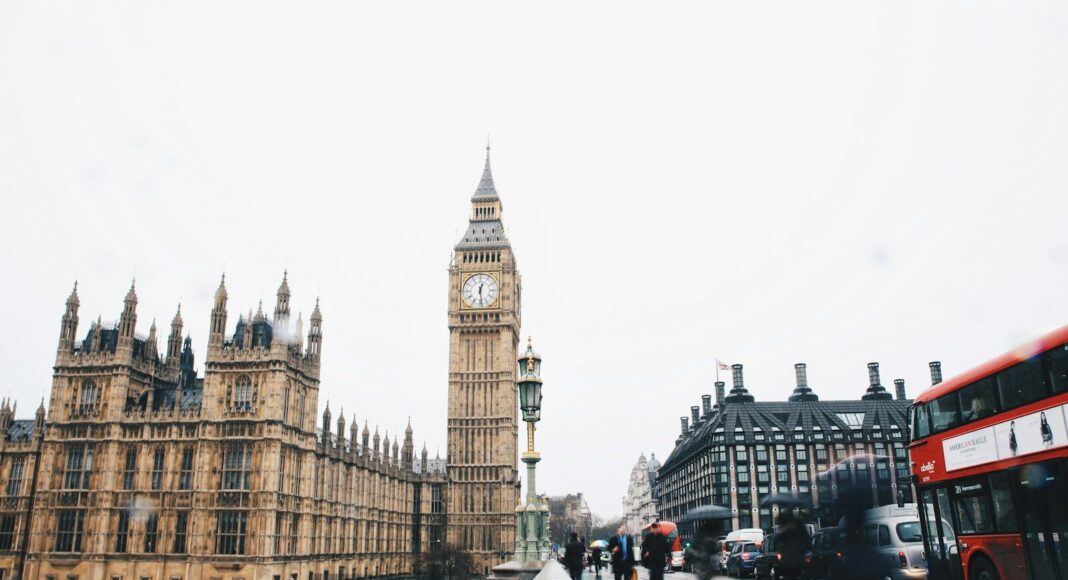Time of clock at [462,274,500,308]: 12:28
